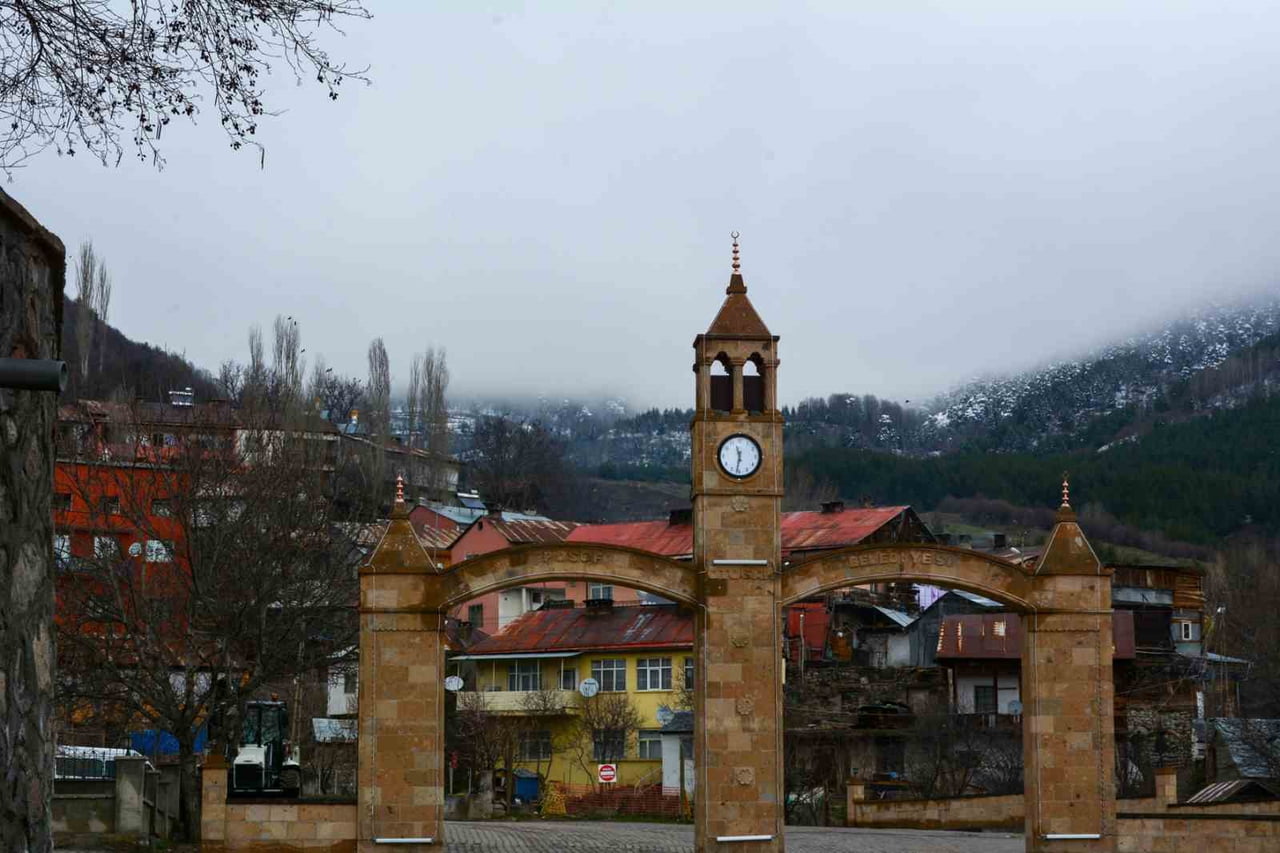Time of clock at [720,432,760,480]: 11:31
